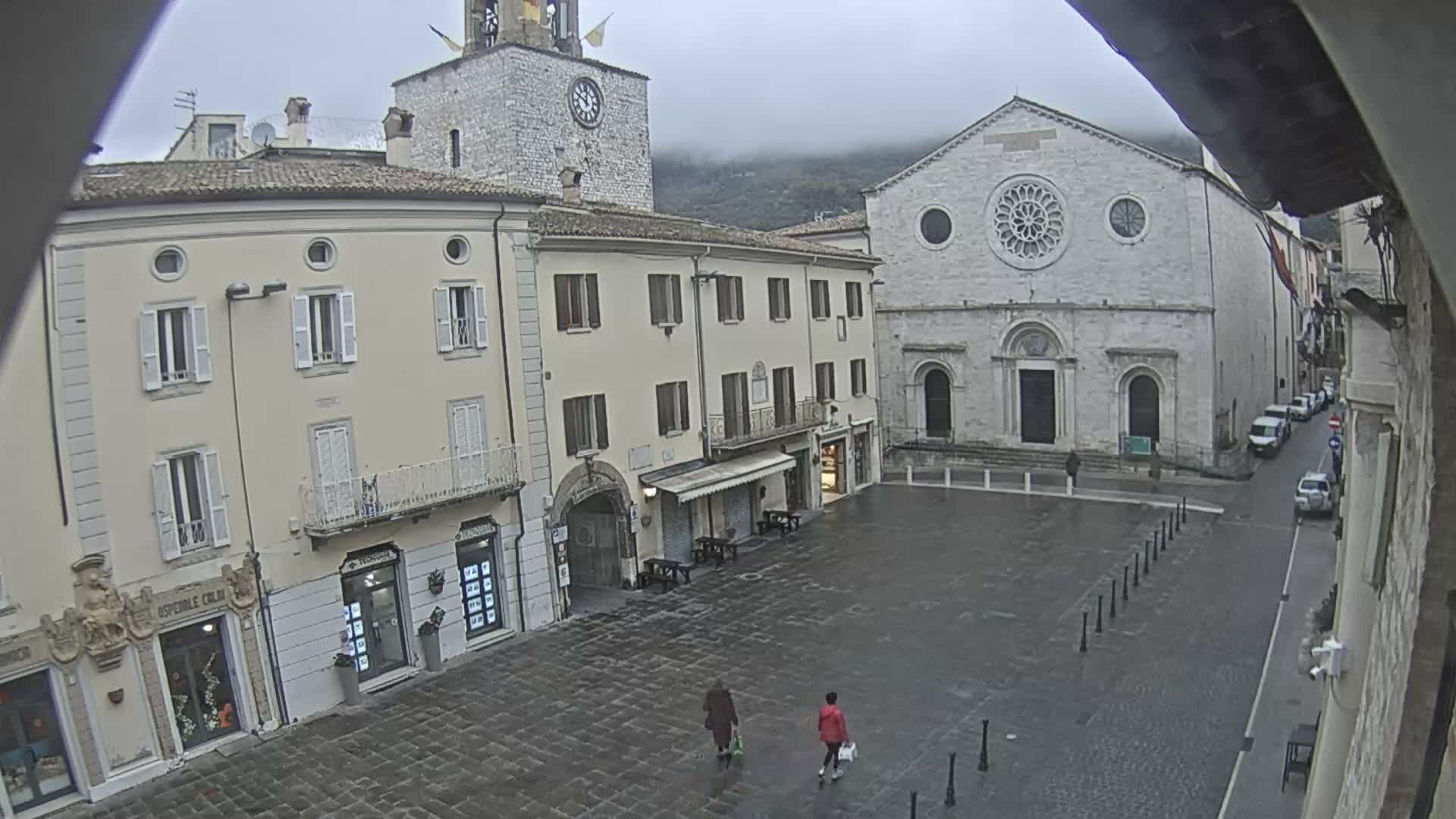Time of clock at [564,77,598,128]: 12:49
